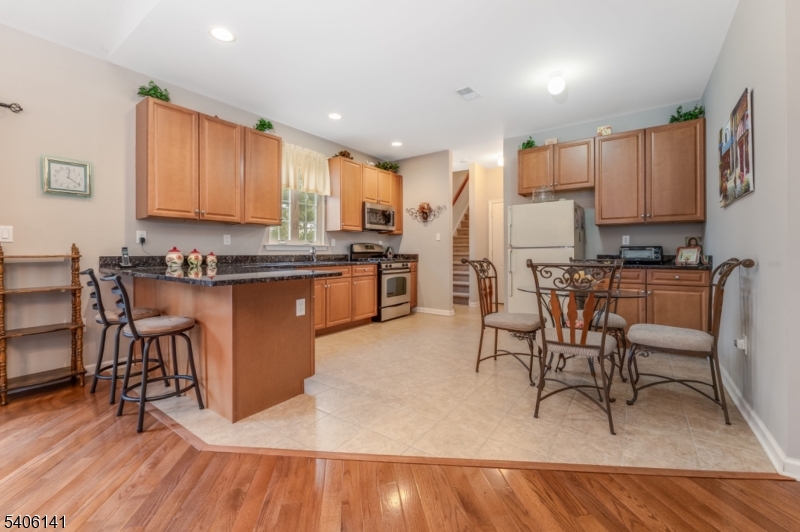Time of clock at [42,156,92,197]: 12:21
